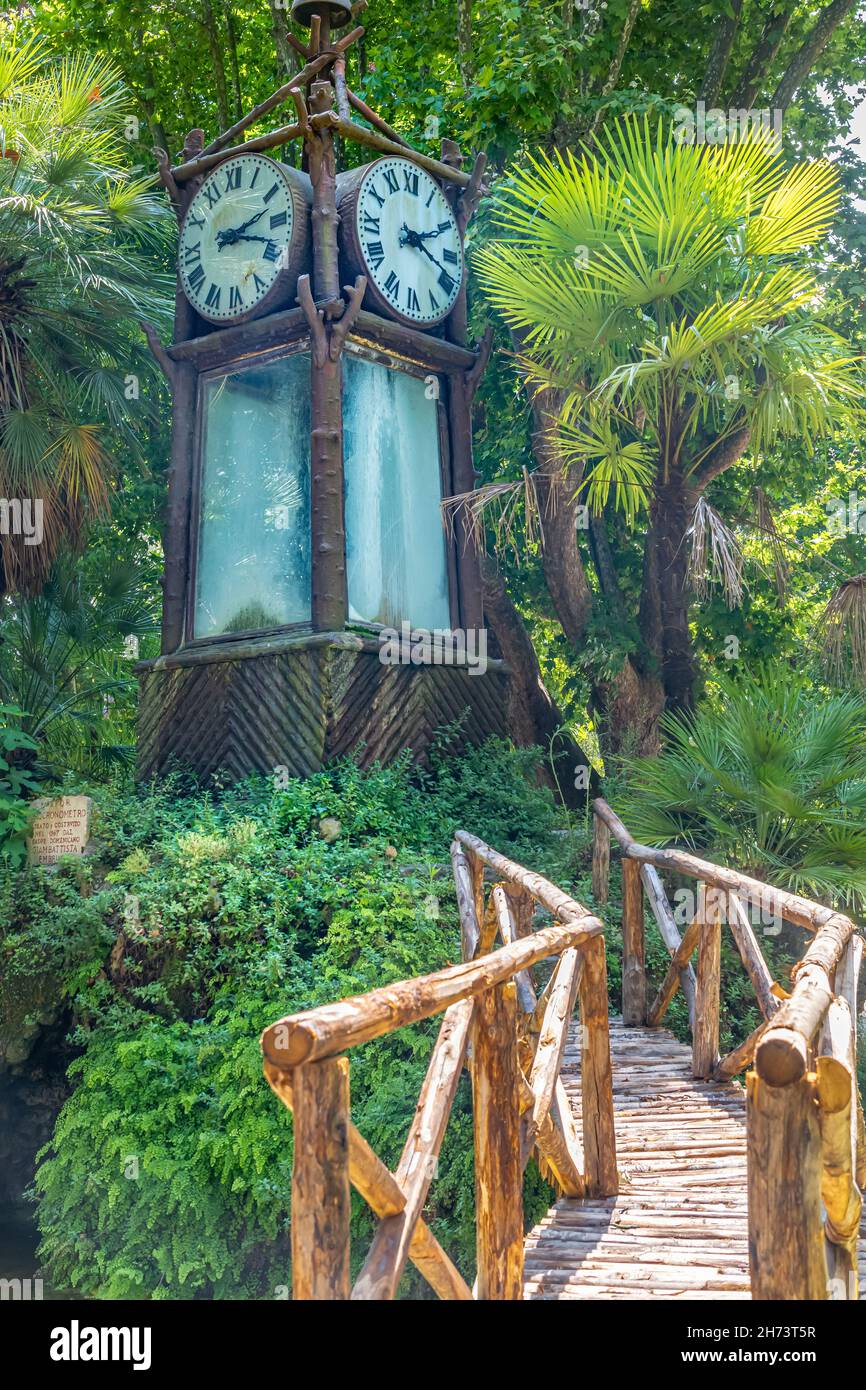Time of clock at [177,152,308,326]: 2:18
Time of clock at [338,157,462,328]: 2:18
